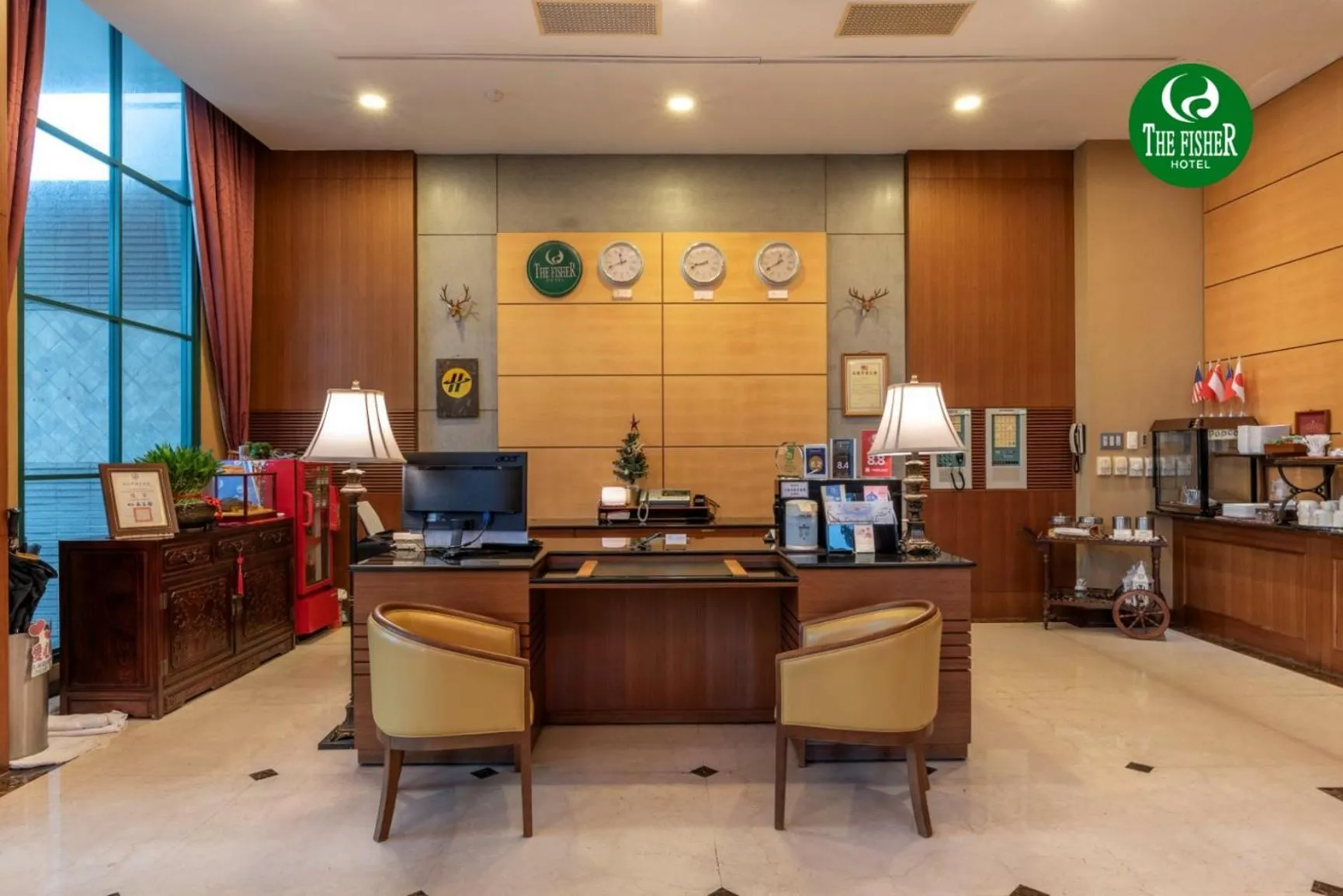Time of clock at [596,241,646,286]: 11:41
